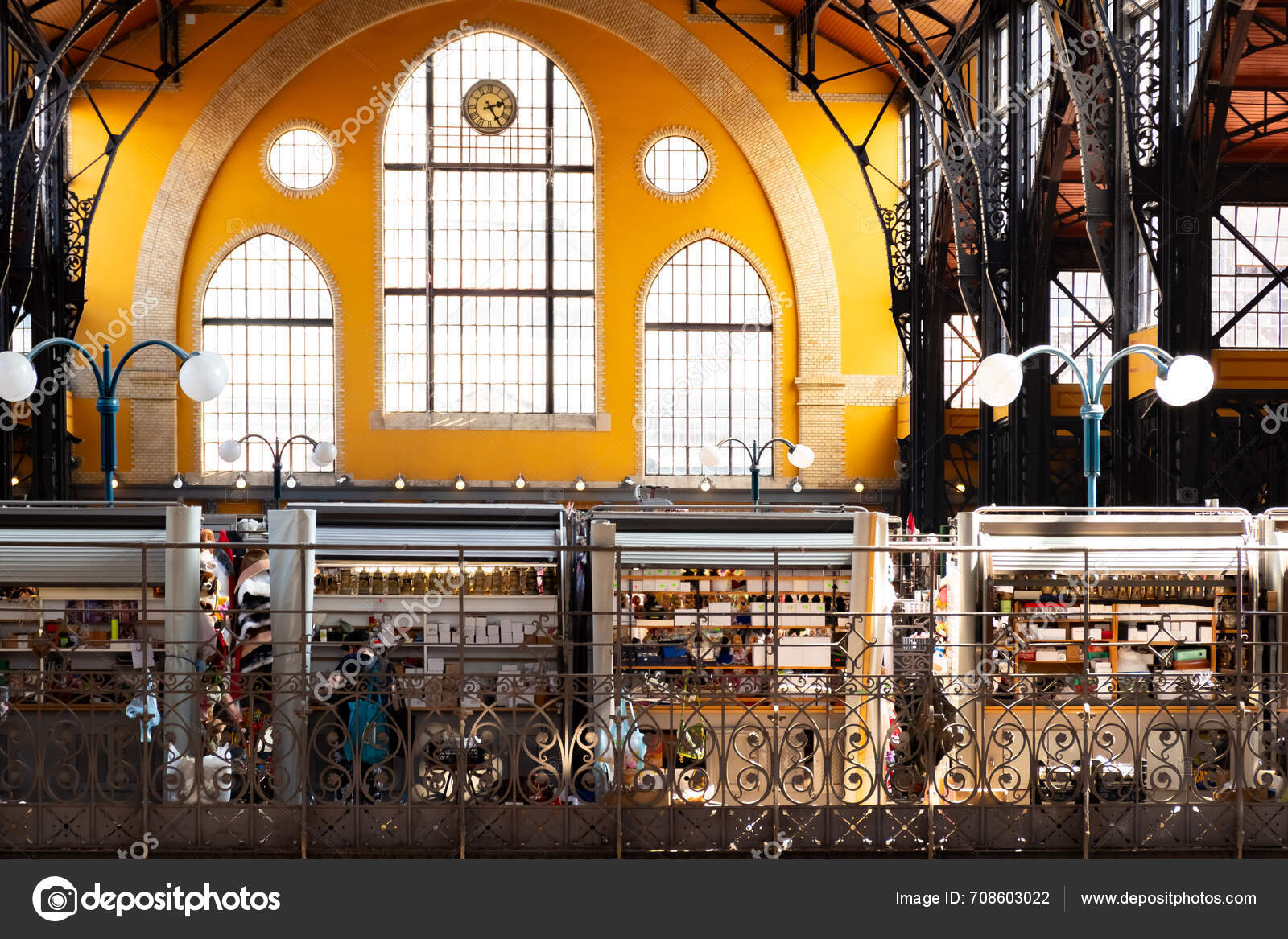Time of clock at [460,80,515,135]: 2:24
